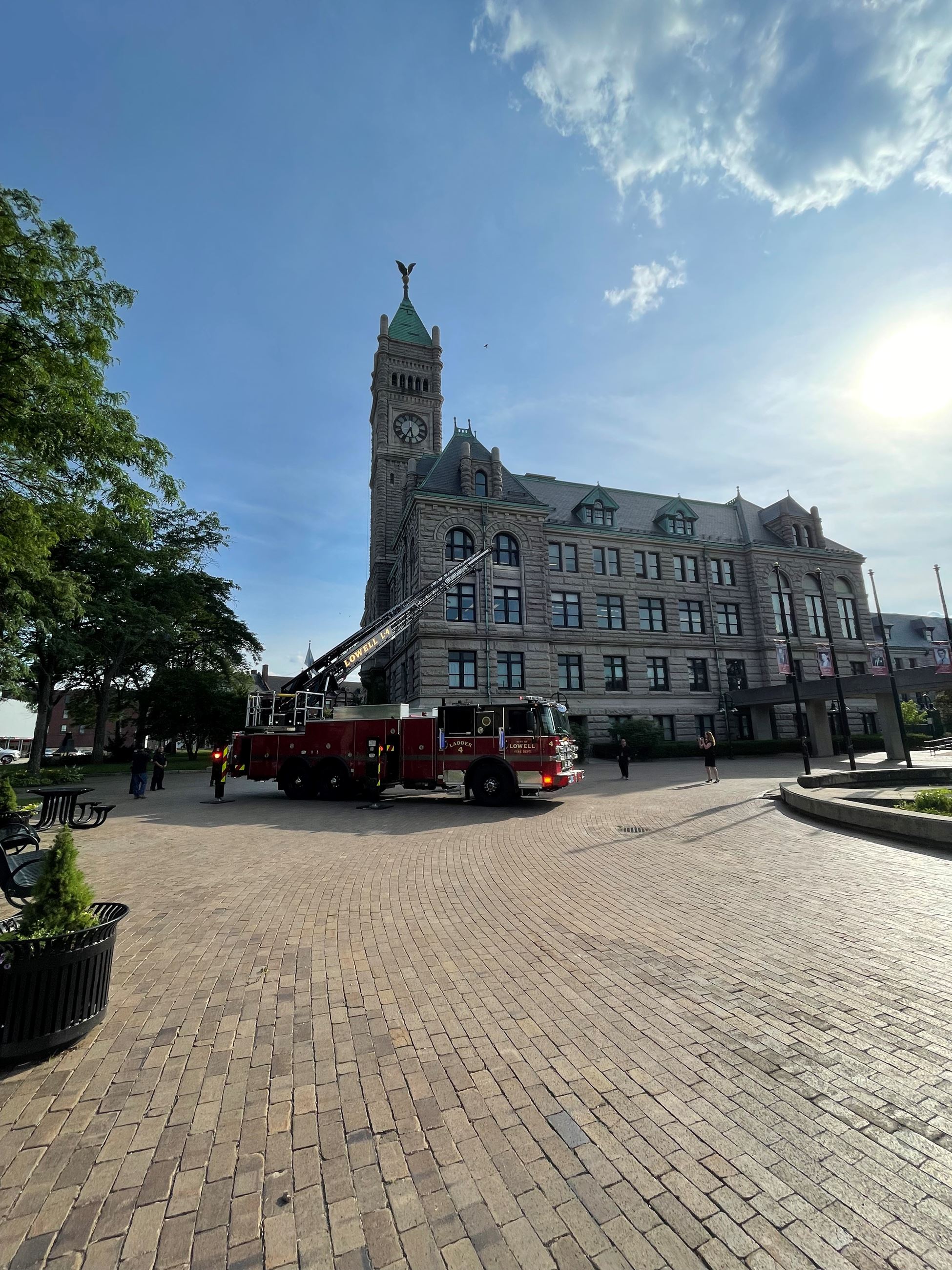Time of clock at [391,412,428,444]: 5:34
